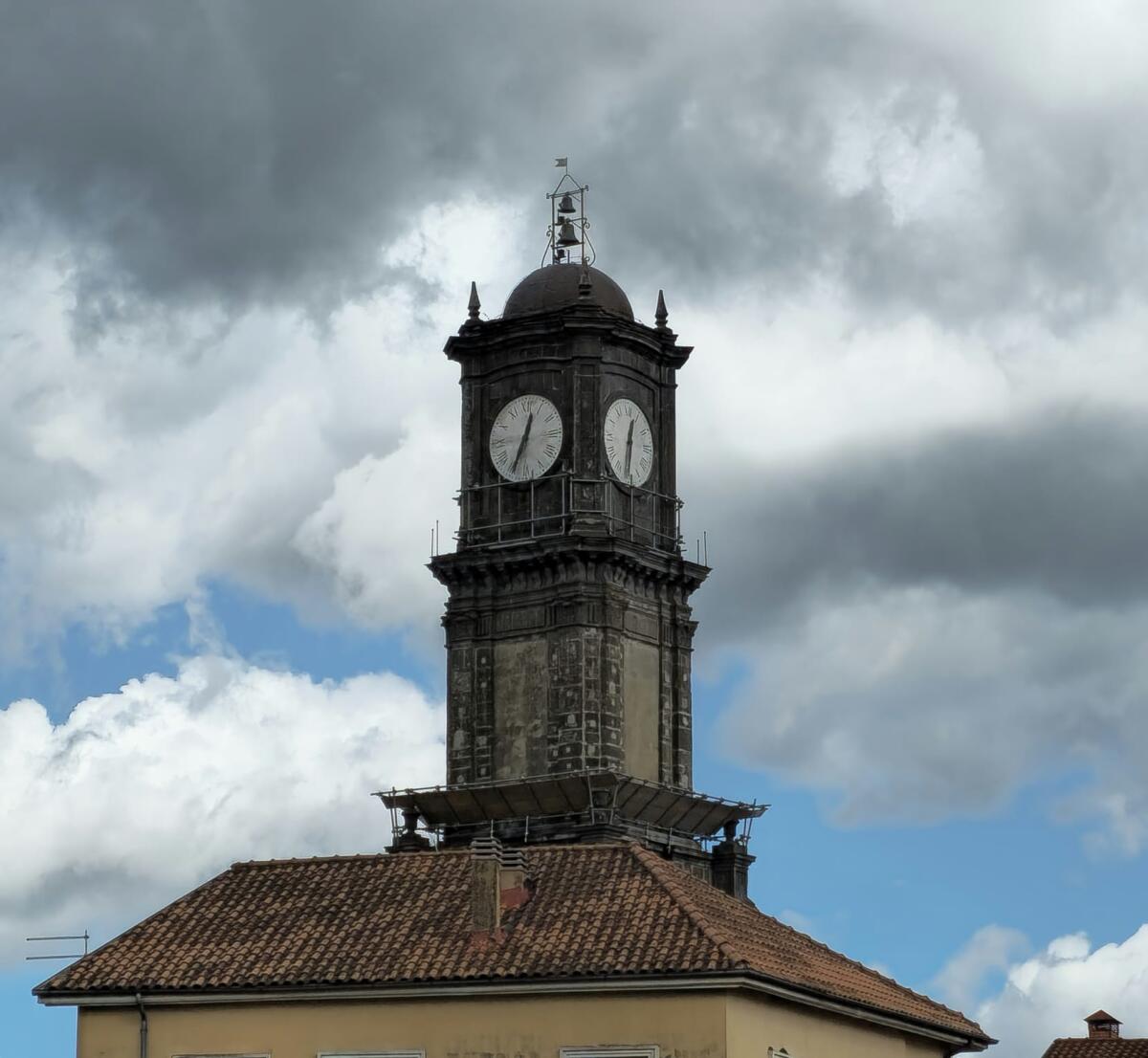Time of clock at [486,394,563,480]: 12:34
